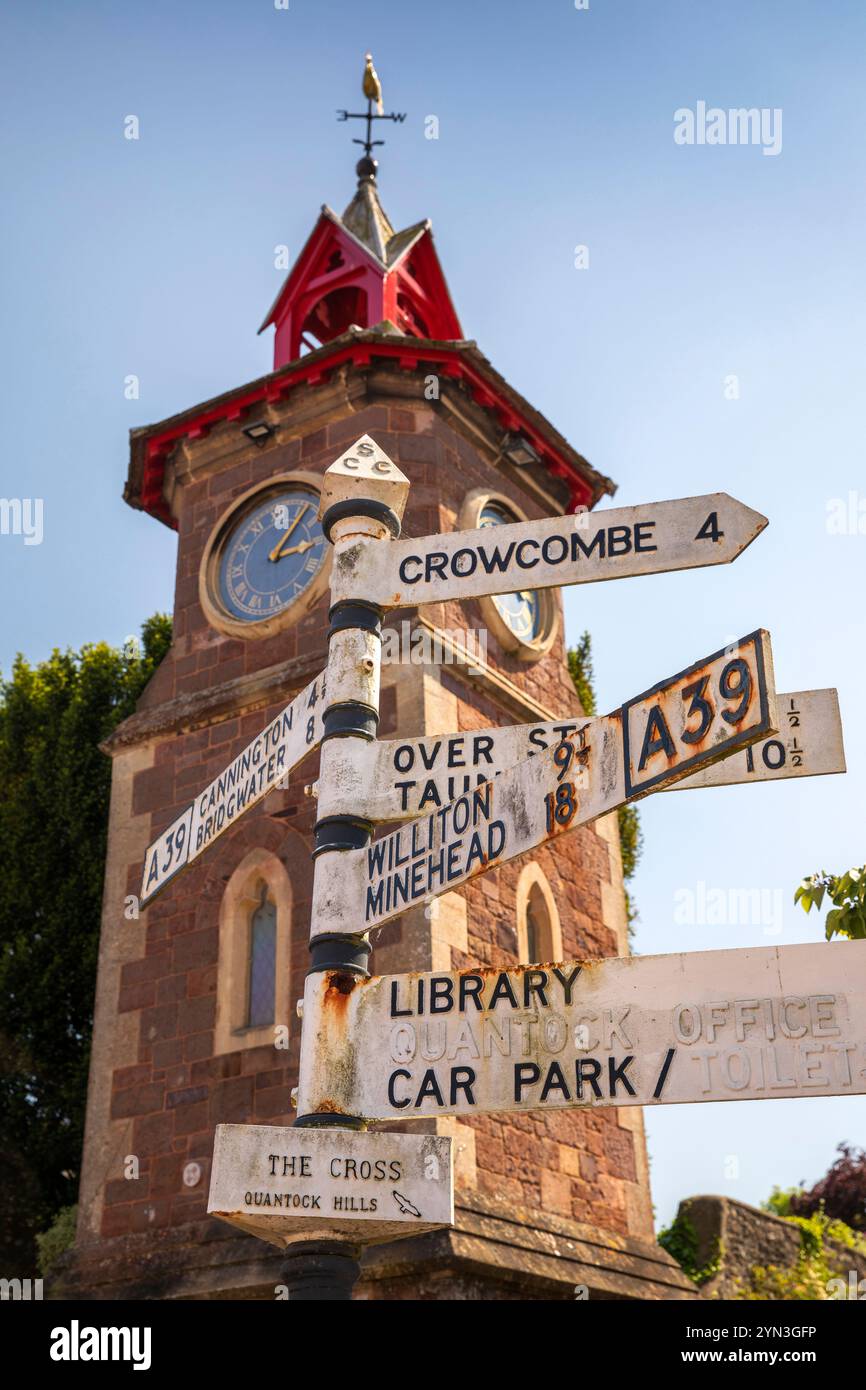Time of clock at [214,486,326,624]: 3:06
